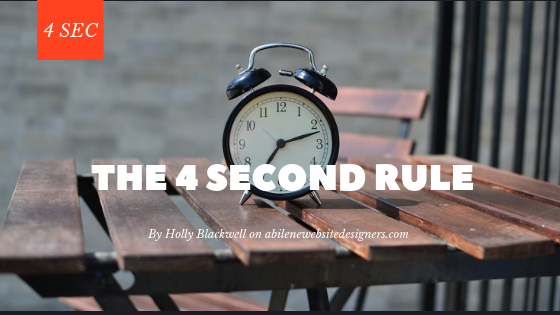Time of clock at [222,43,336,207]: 7:12
